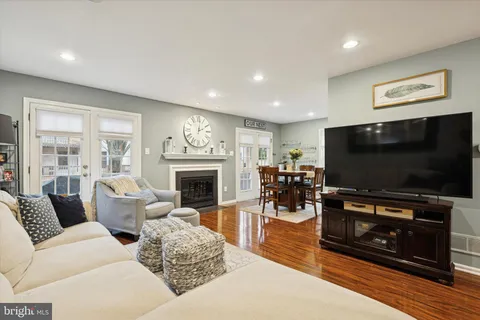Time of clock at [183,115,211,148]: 2:01
